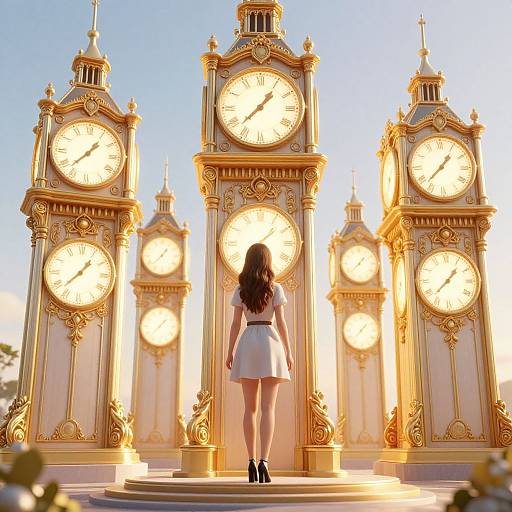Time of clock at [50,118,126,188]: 1:37
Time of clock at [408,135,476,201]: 1:37
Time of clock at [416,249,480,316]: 1:37
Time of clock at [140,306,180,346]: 1:37
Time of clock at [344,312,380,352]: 1:37
